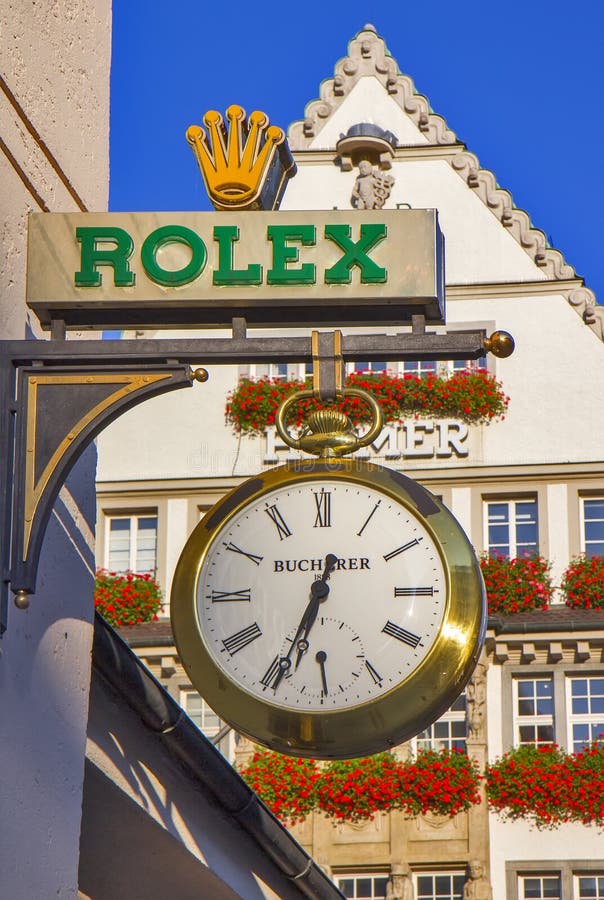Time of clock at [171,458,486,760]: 12:33
